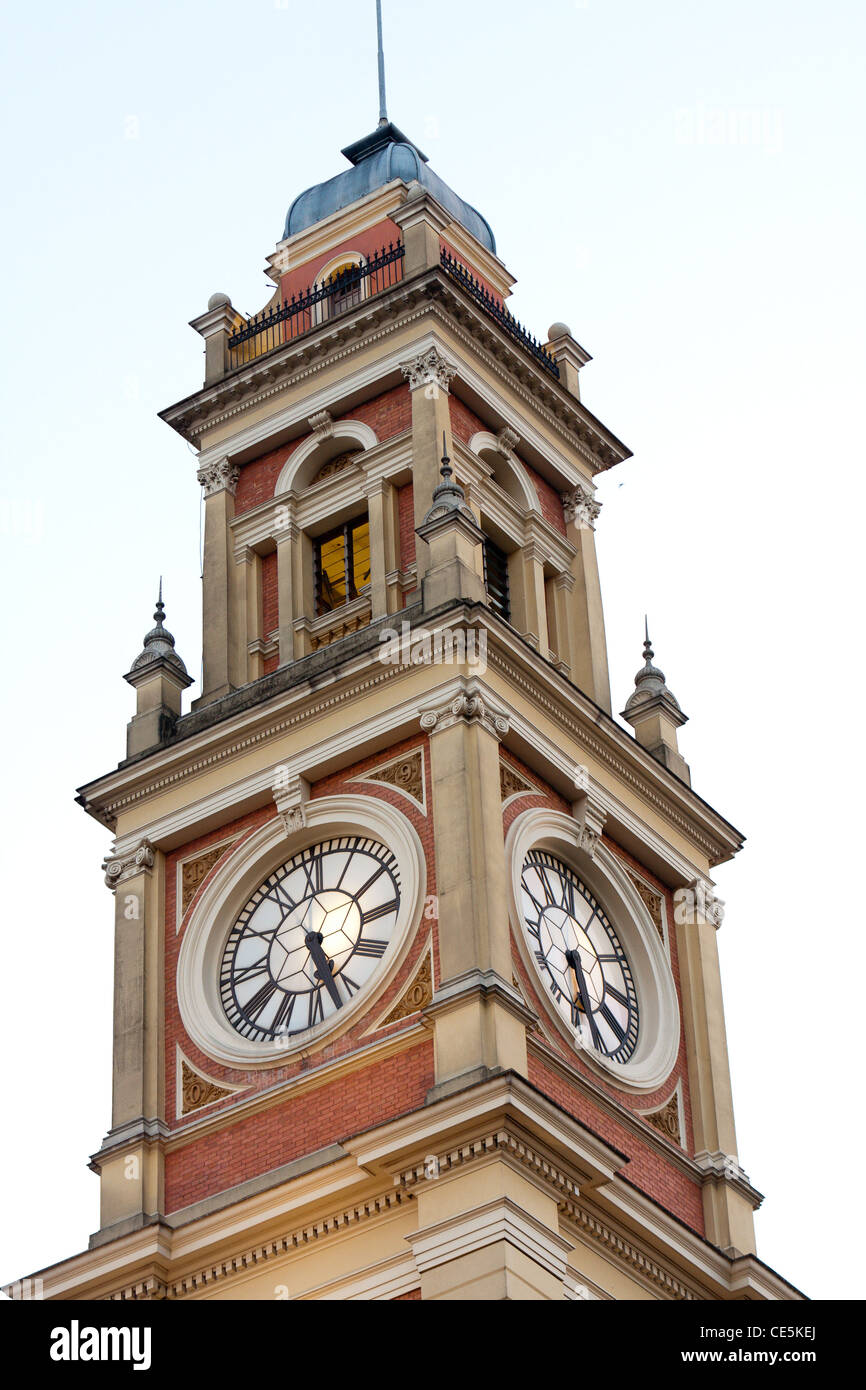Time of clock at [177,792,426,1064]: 5:27
